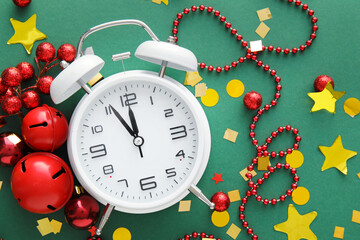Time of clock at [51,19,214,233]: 11:55
